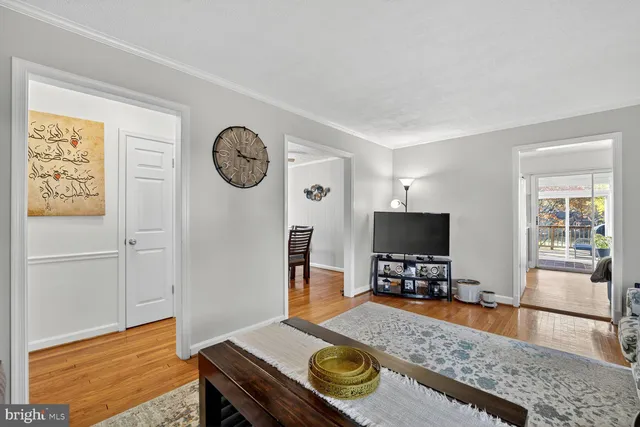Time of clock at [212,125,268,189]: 10:14
